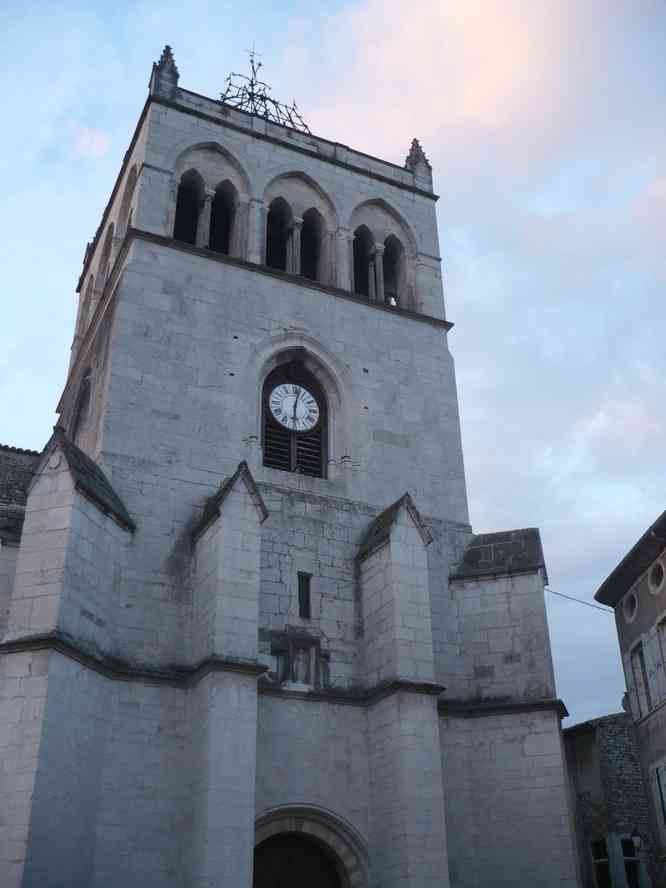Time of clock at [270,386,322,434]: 6:02
